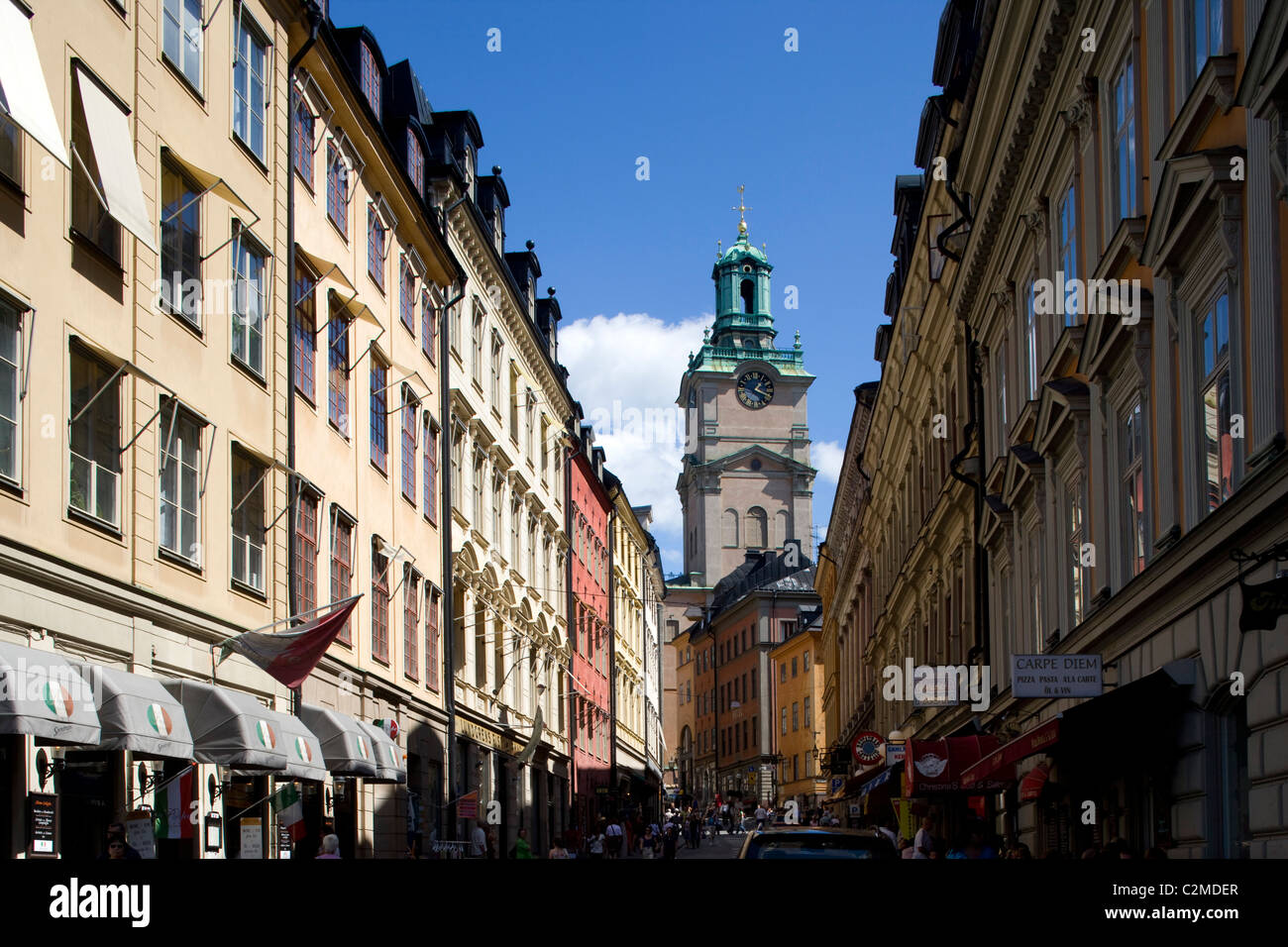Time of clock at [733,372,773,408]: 1:18
